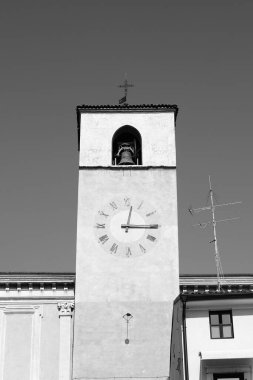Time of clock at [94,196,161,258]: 3:02
